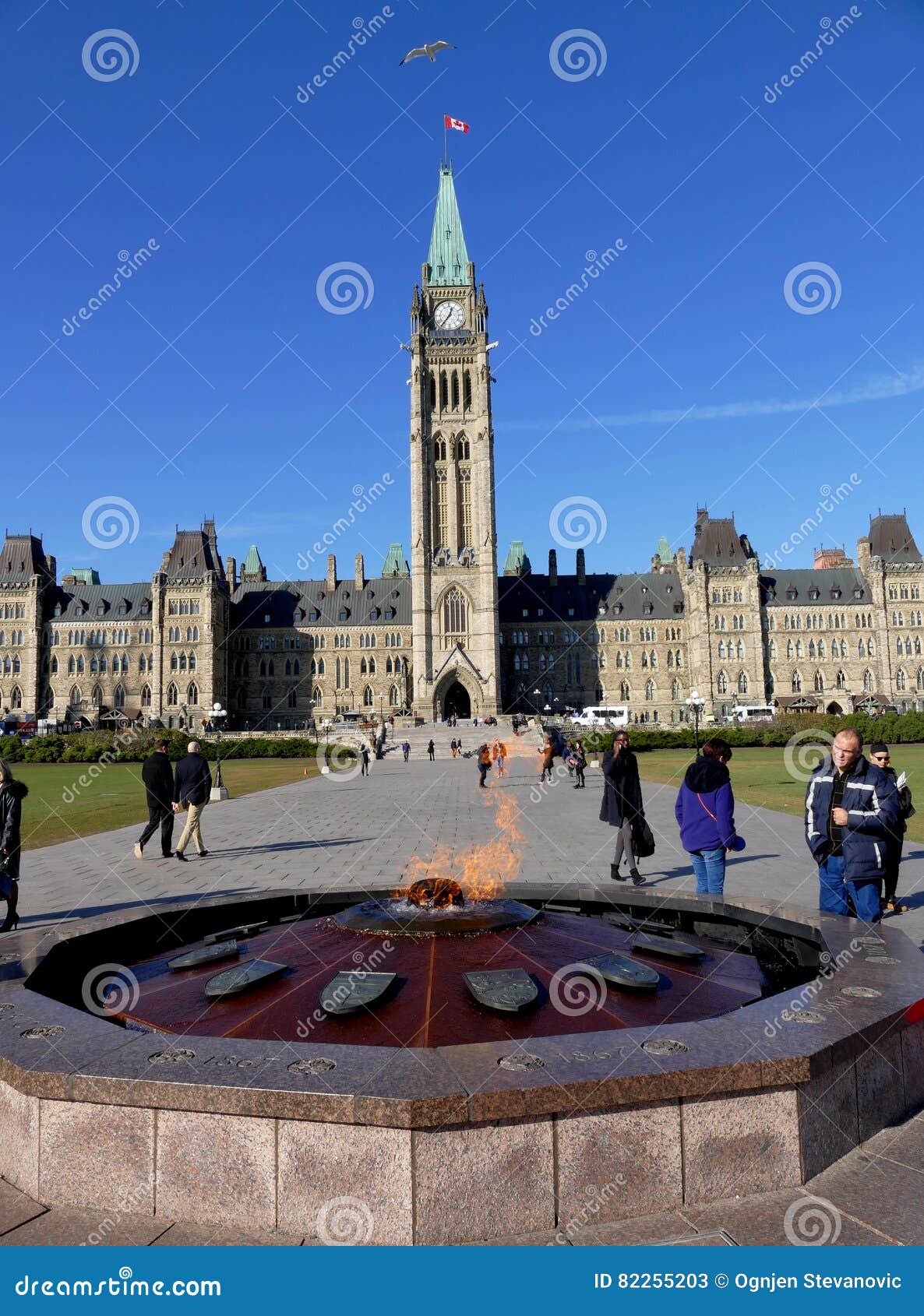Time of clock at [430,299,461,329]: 12:36
